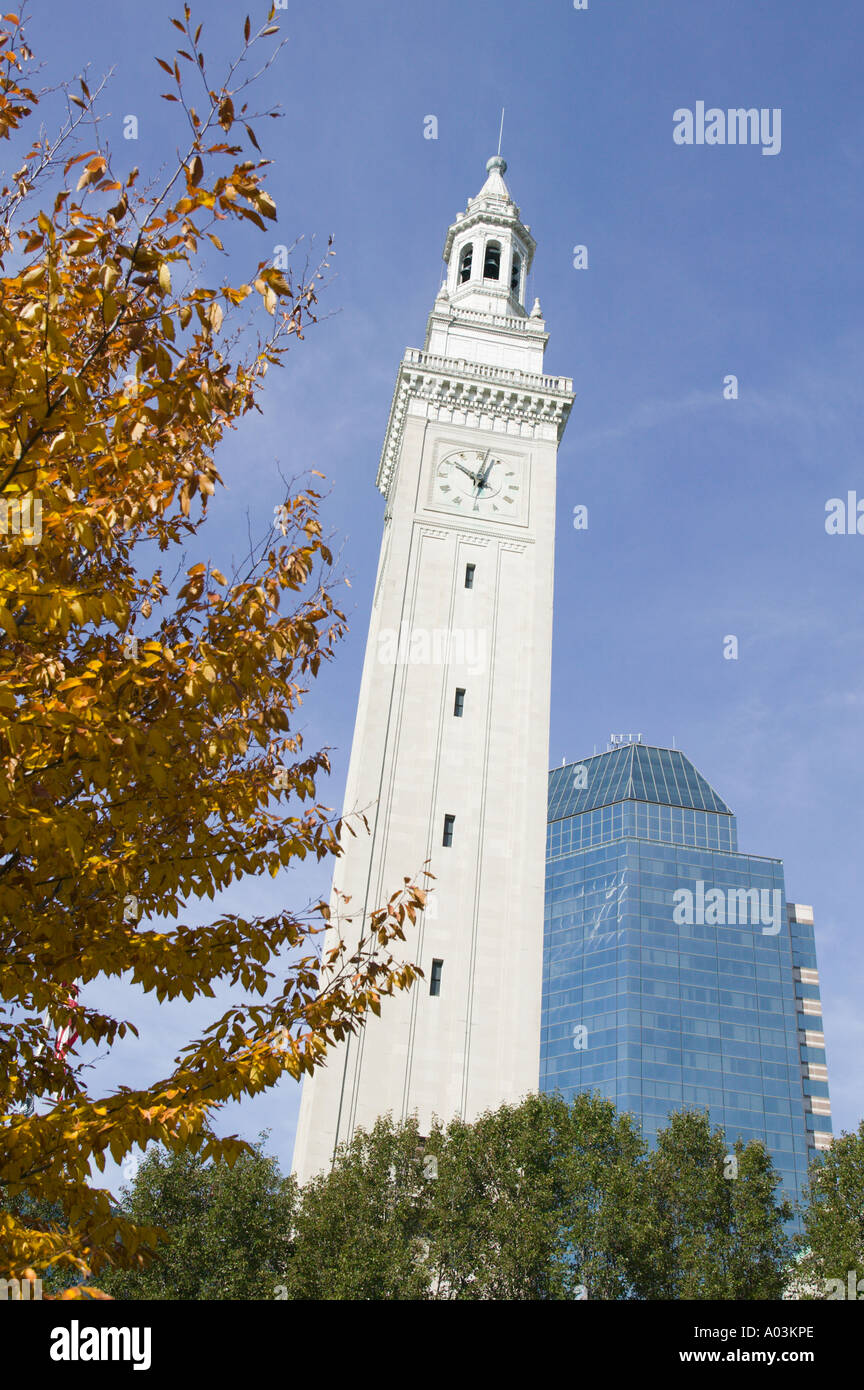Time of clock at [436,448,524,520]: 10:02
